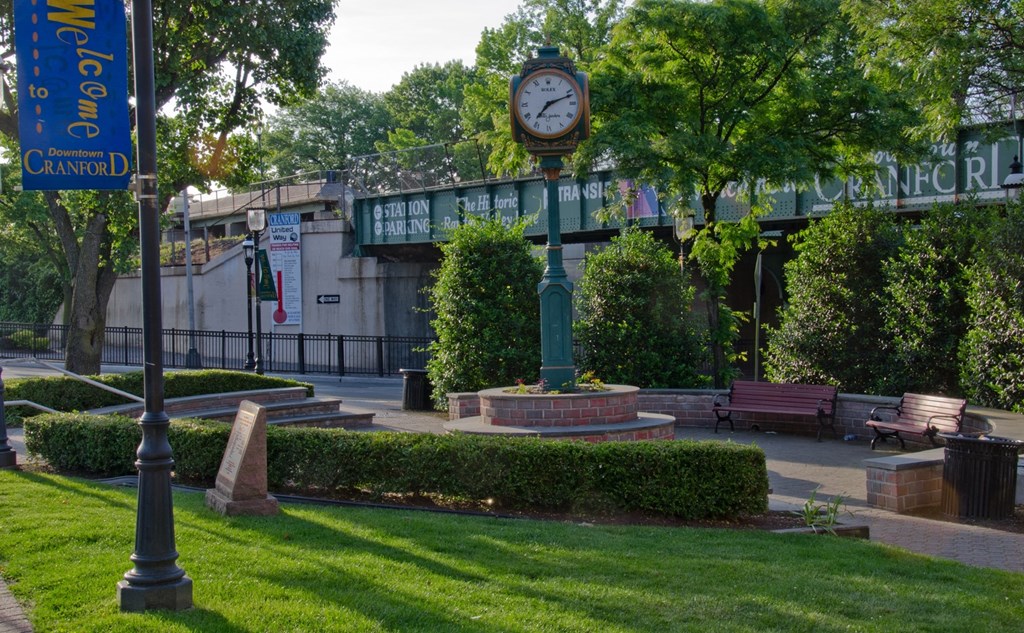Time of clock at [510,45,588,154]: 7:11
